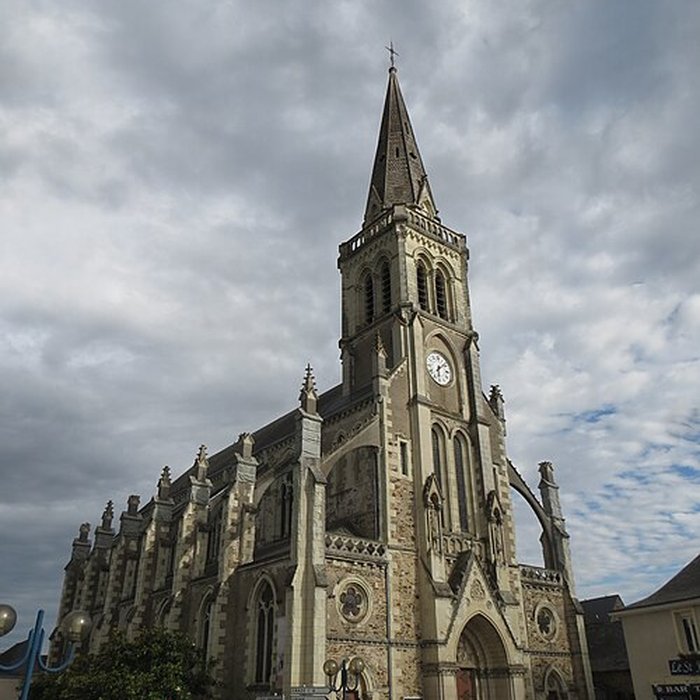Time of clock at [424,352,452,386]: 6:08
